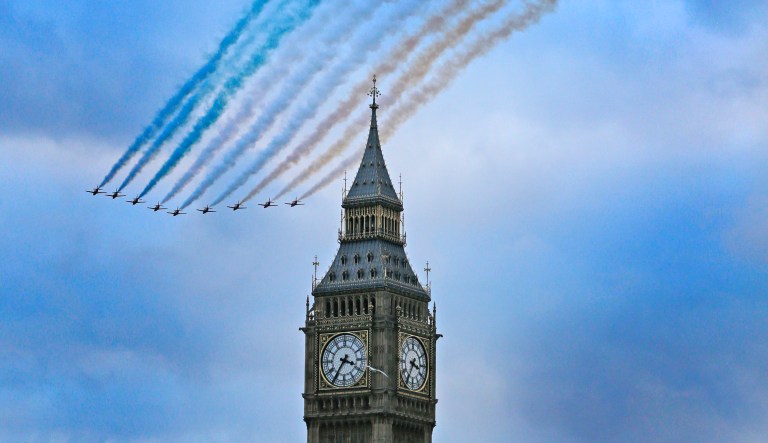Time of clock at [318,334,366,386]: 3:35
